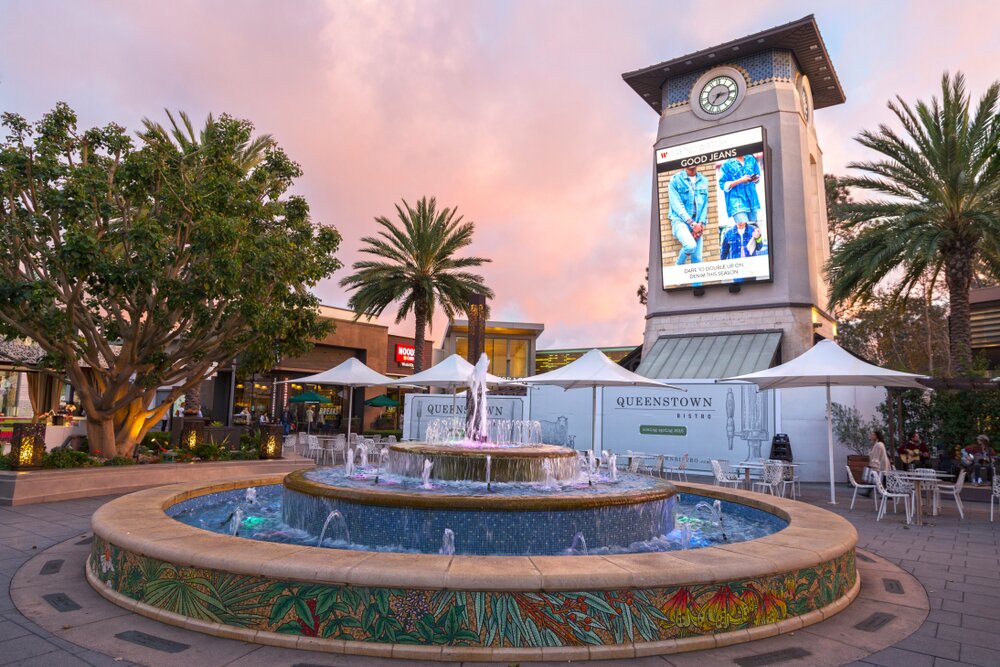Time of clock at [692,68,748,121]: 7:15
